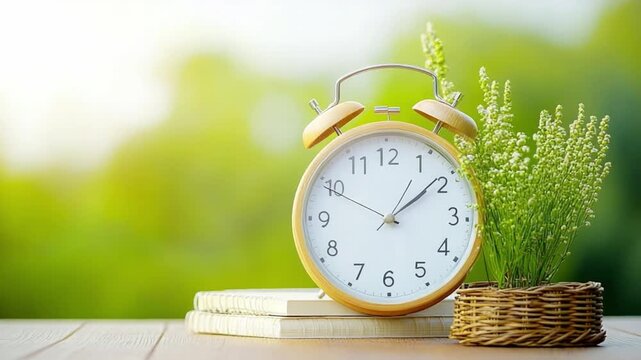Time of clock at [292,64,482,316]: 1:08
